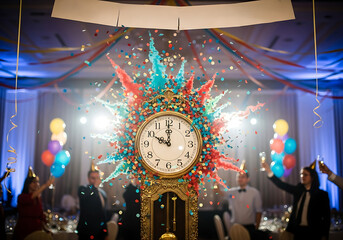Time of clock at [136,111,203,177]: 10:00
